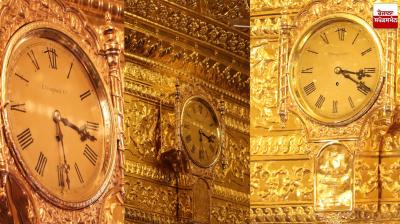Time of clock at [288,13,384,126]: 3:19
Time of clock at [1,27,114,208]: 3:28
